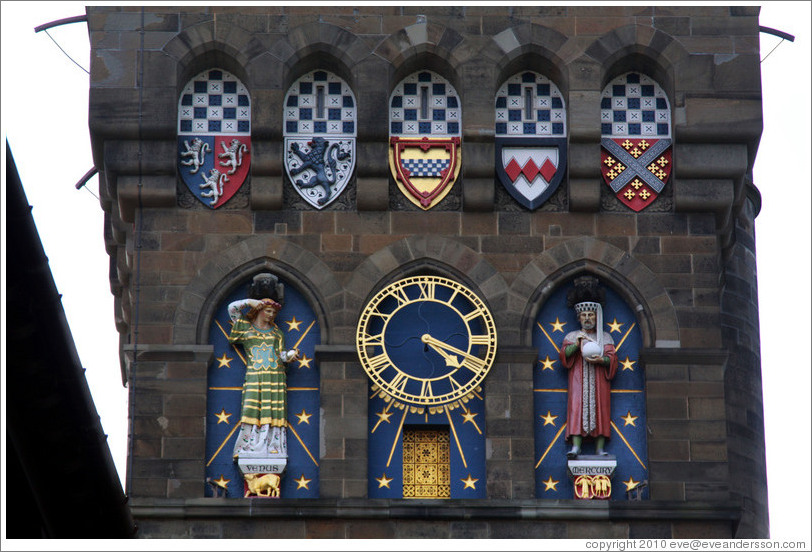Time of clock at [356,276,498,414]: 4:18
